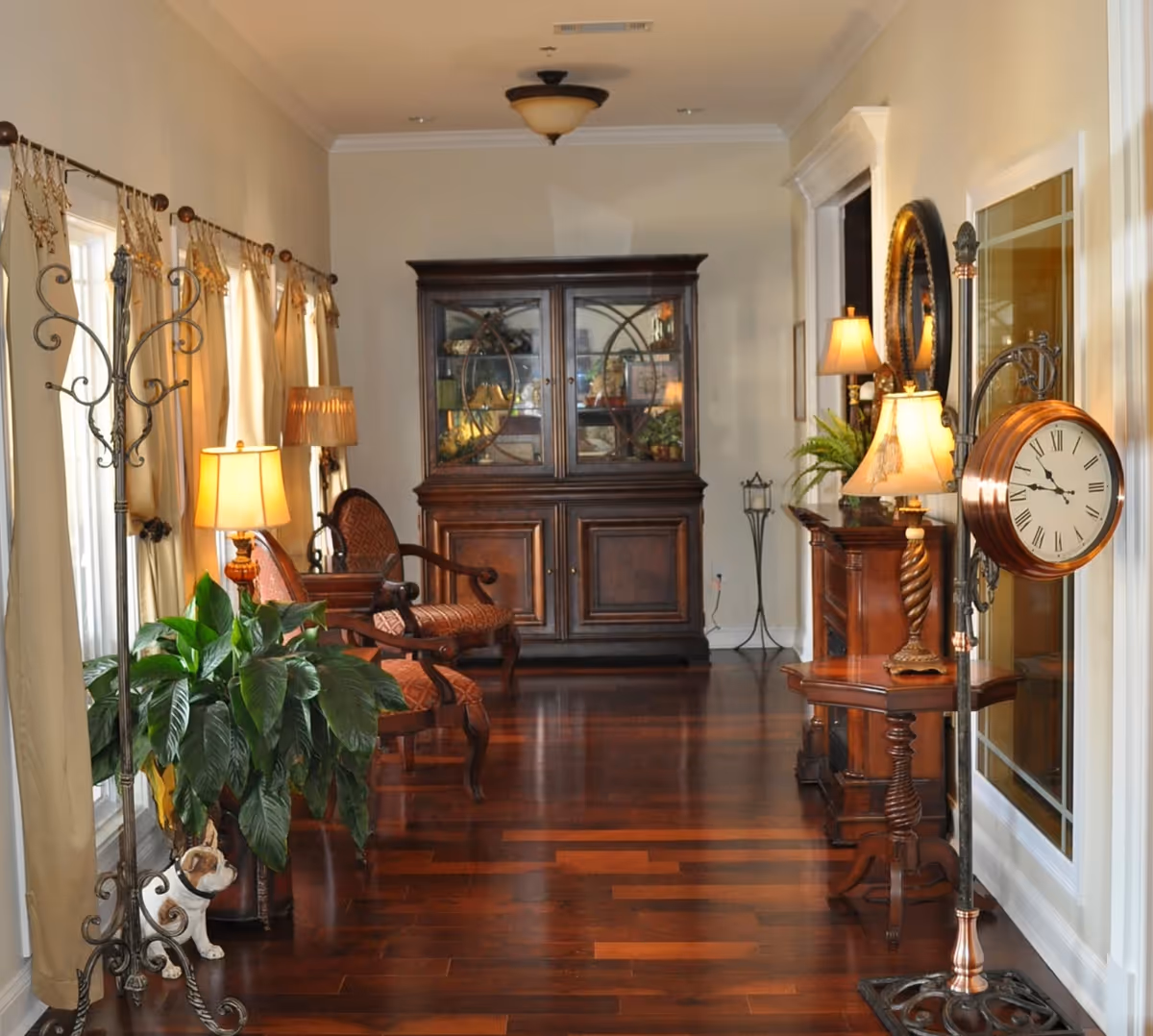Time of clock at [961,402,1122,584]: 10:46
